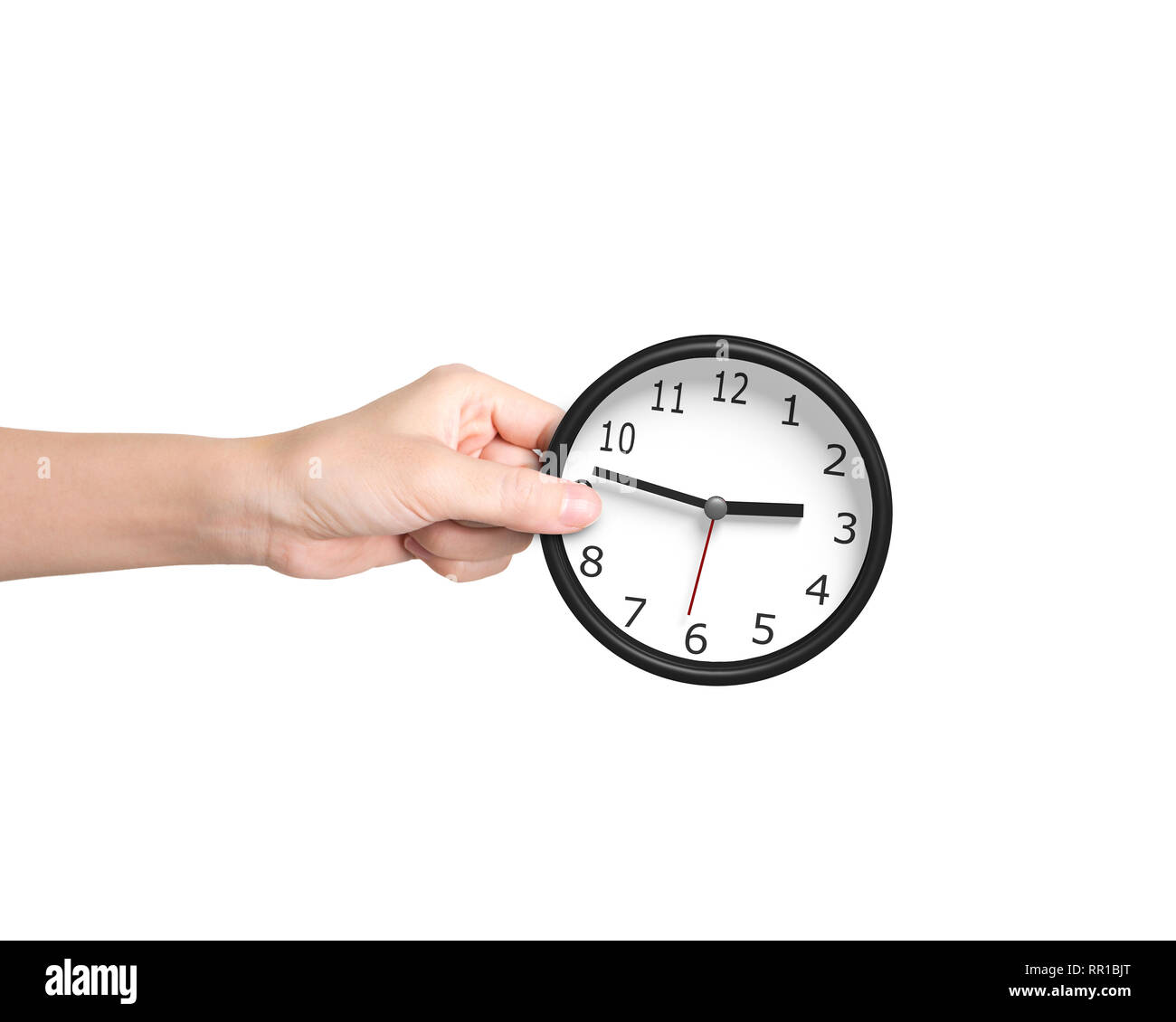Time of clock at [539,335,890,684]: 2:46
